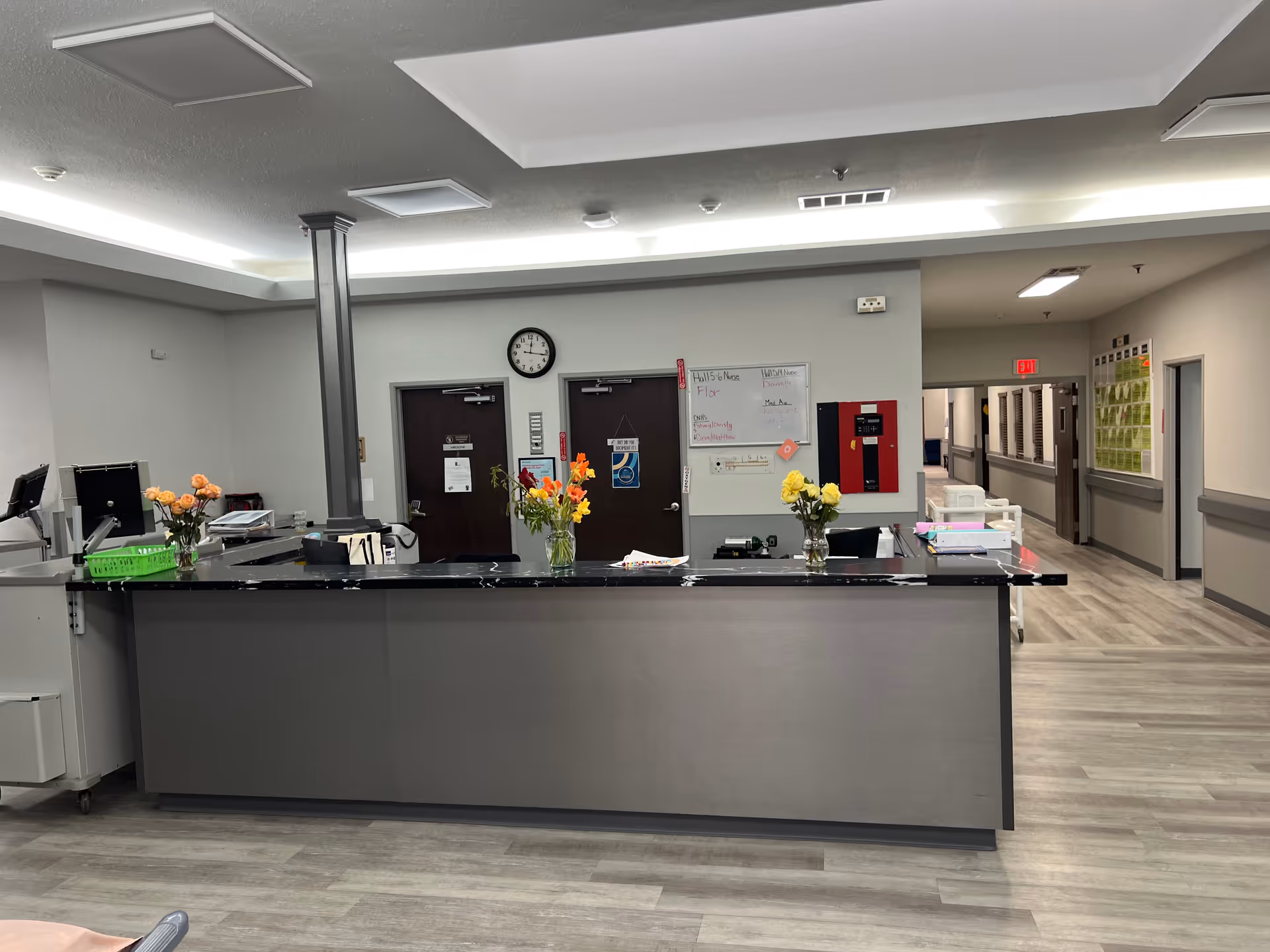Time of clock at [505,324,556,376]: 12:16
